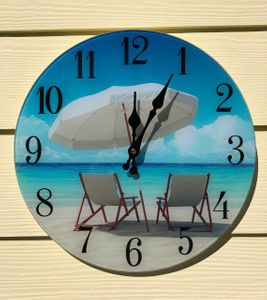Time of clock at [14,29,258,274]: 12:04
